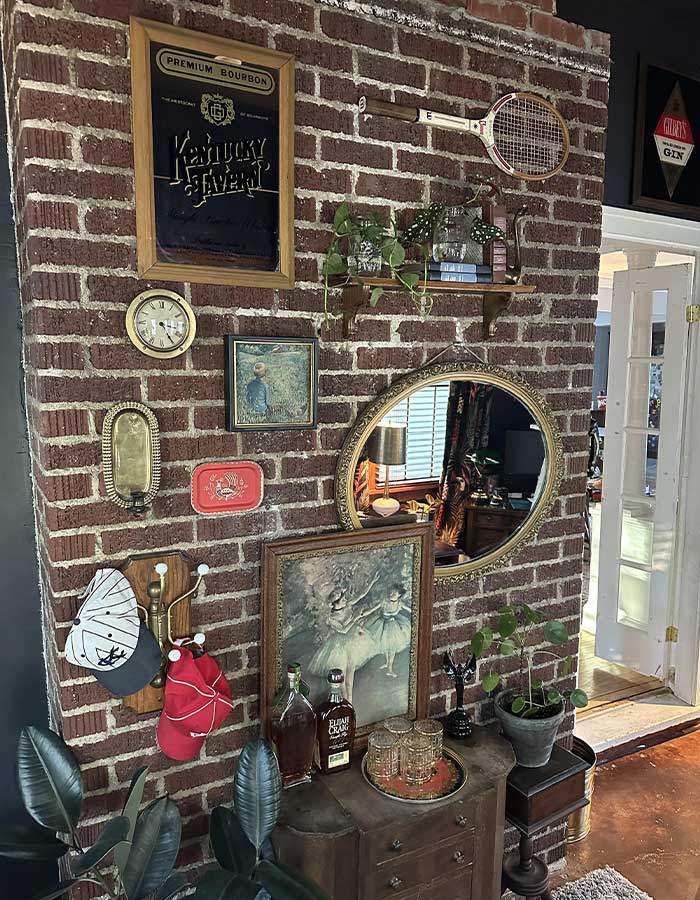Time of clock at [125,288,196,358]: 3:24
